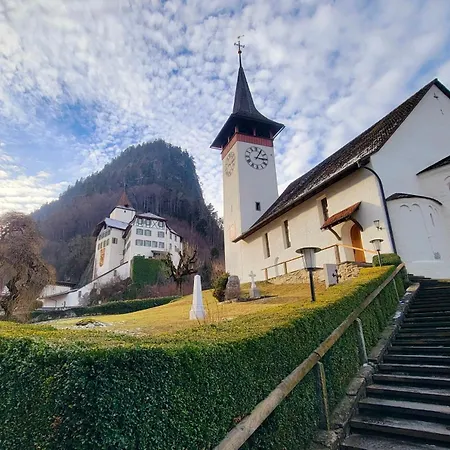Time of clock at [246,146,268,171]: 3:05
